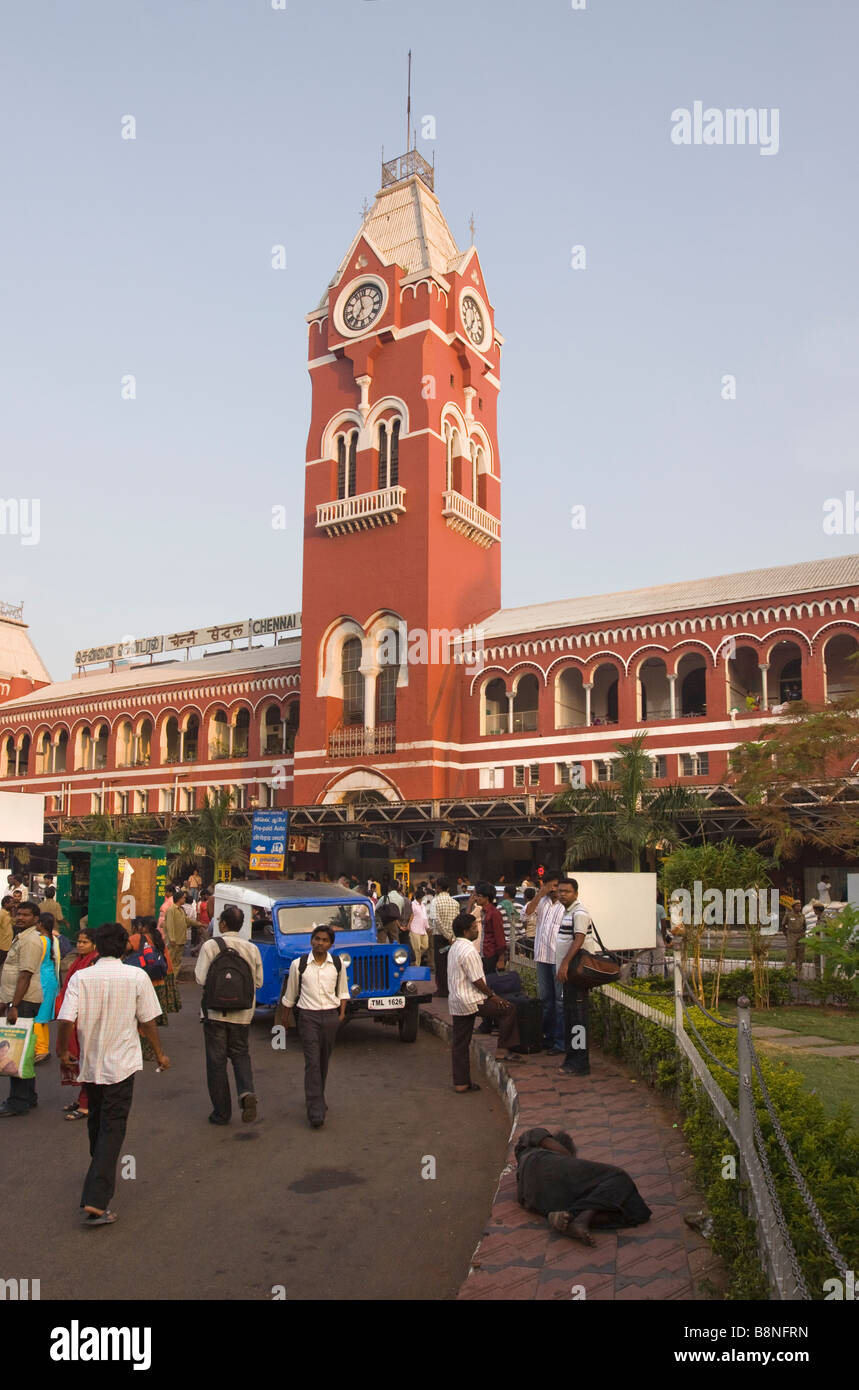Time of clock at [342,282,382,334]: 6:57
